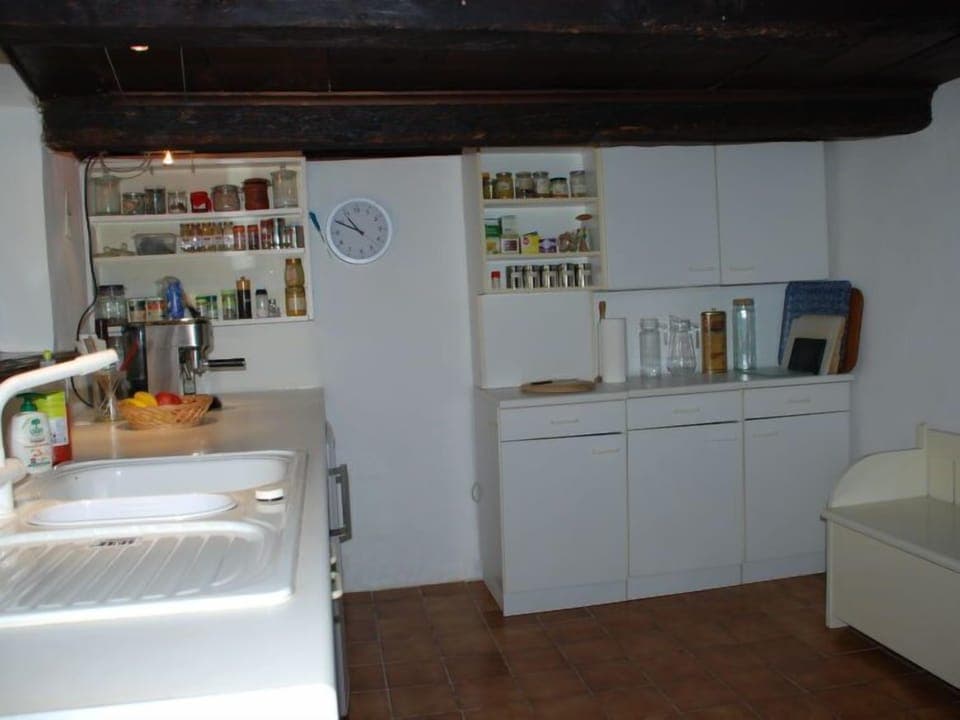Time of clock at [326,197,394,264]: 10:49
